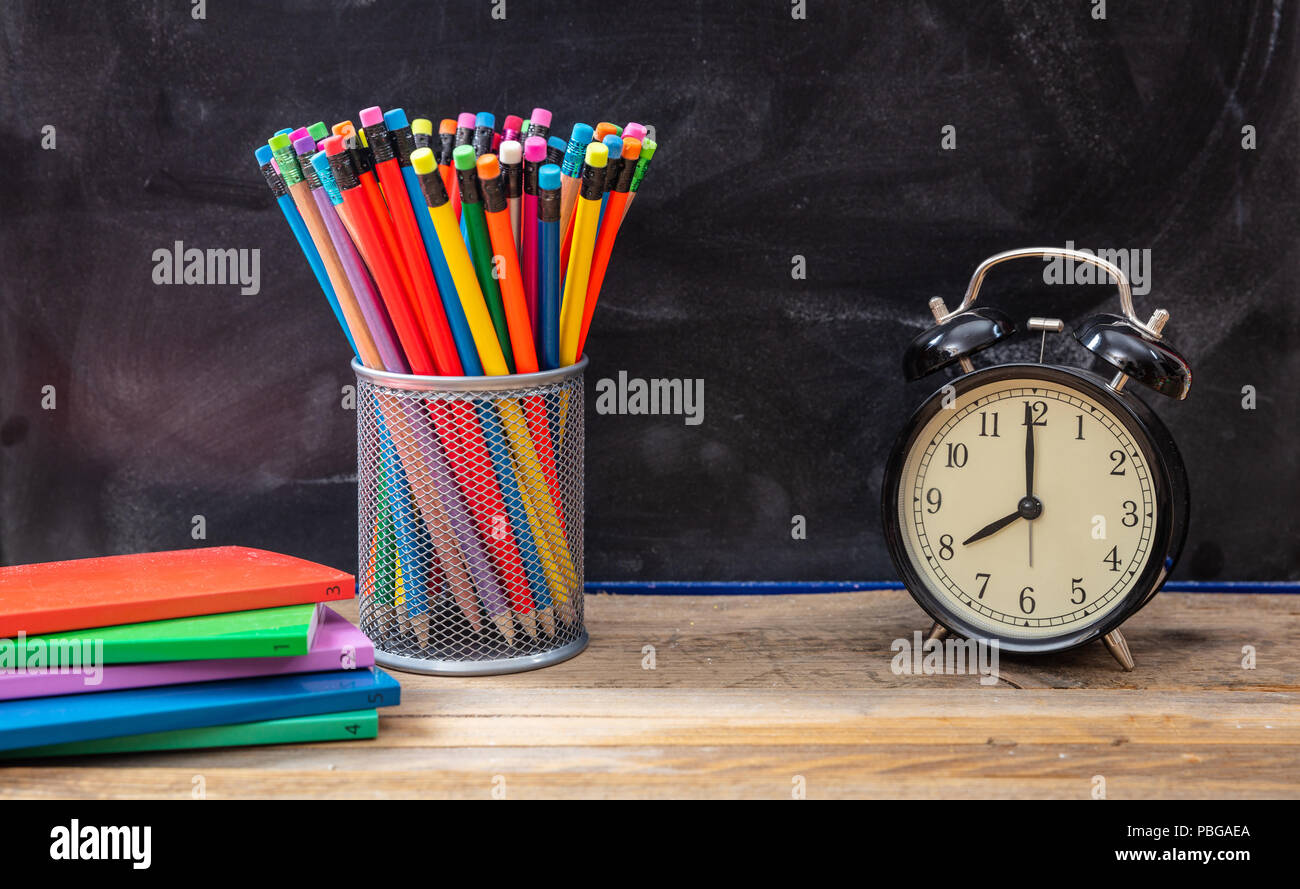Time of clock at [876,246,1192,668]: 7:59
